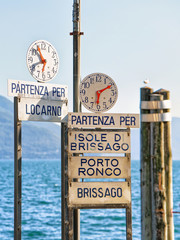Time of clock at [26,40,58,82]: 10:41
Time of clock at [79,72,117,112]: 6:10
